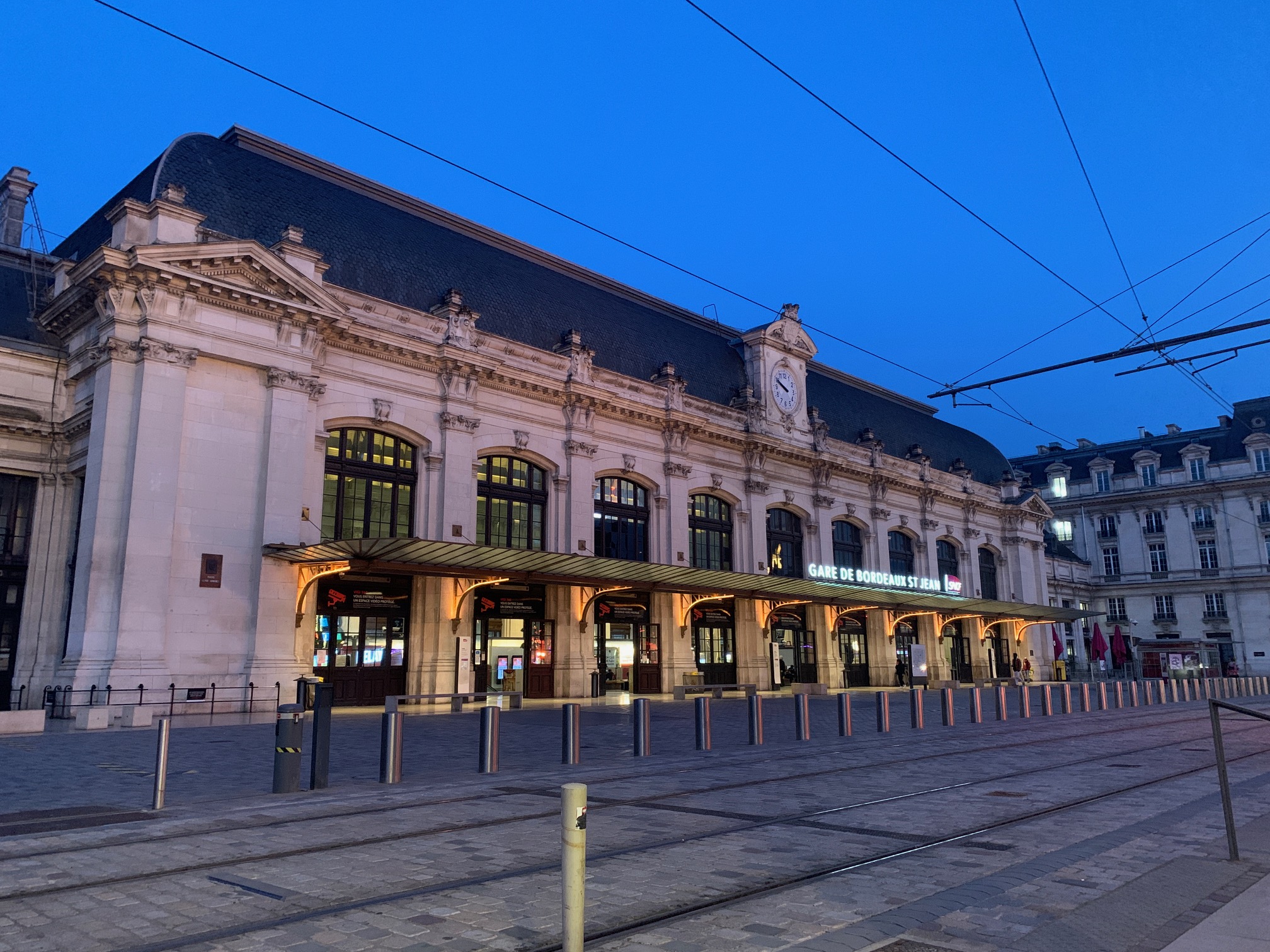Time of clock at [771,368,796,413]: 9:49
